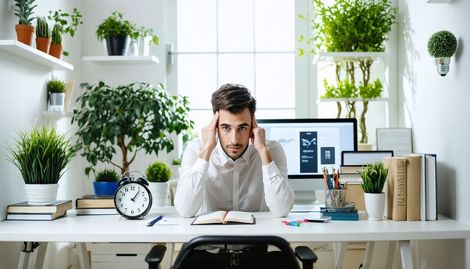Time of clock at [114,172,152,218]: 1:06
